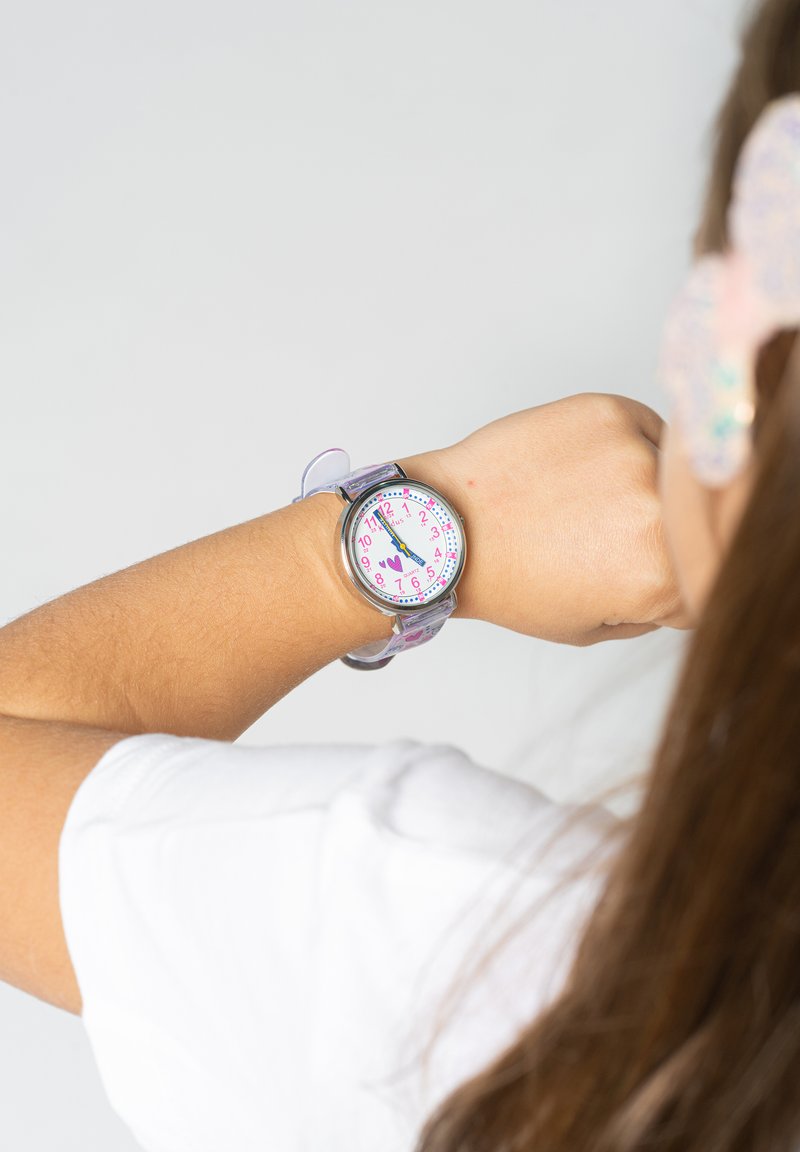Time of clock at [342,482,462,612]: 4:57
